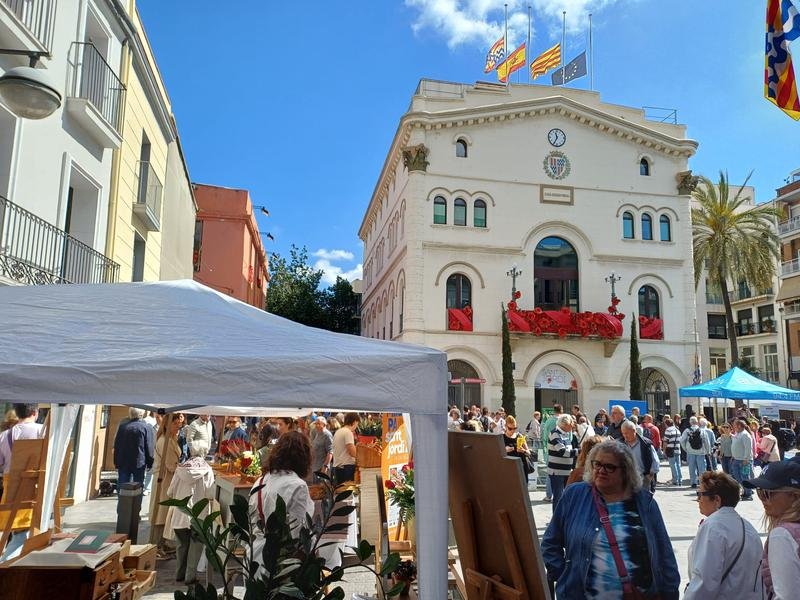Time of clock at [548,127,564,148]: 11:34
